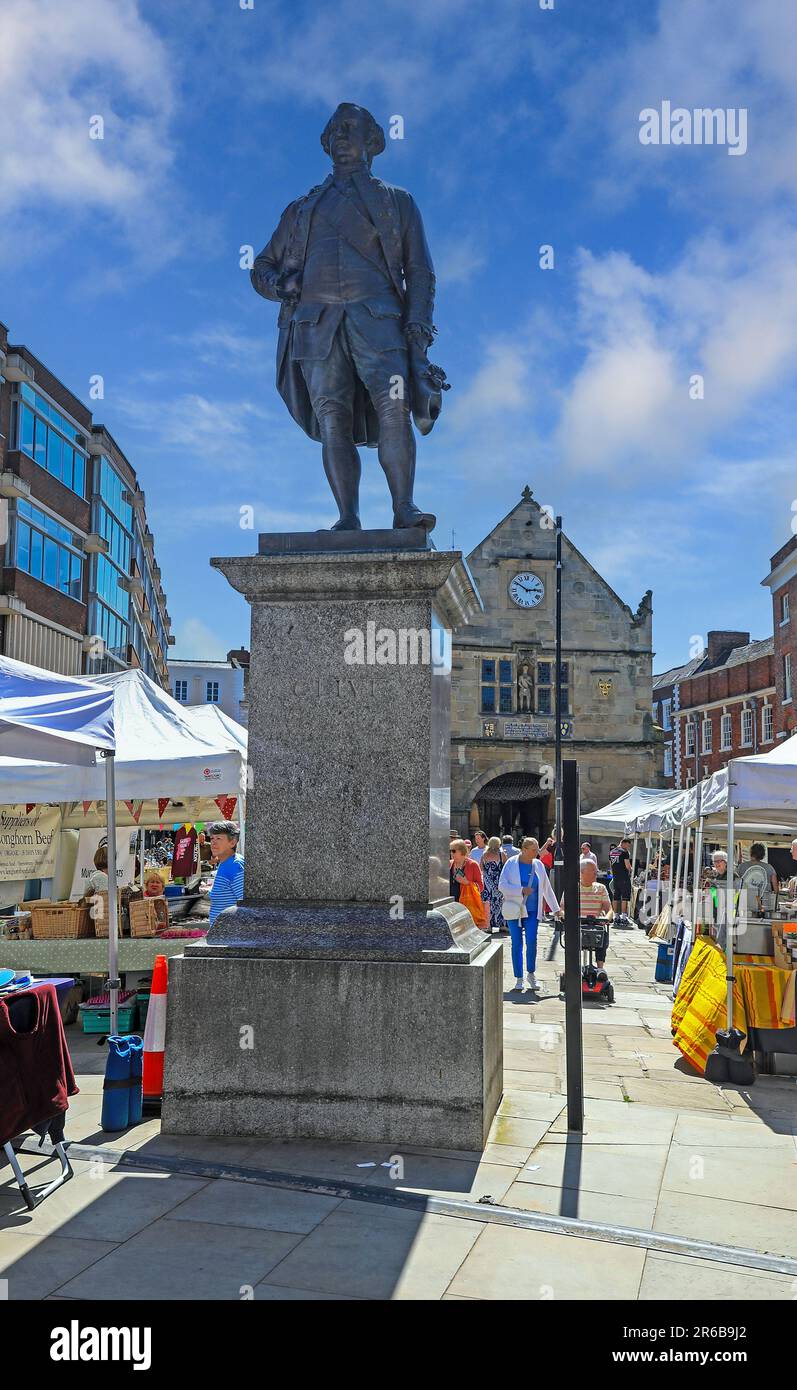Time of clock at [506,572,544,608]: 2:50
